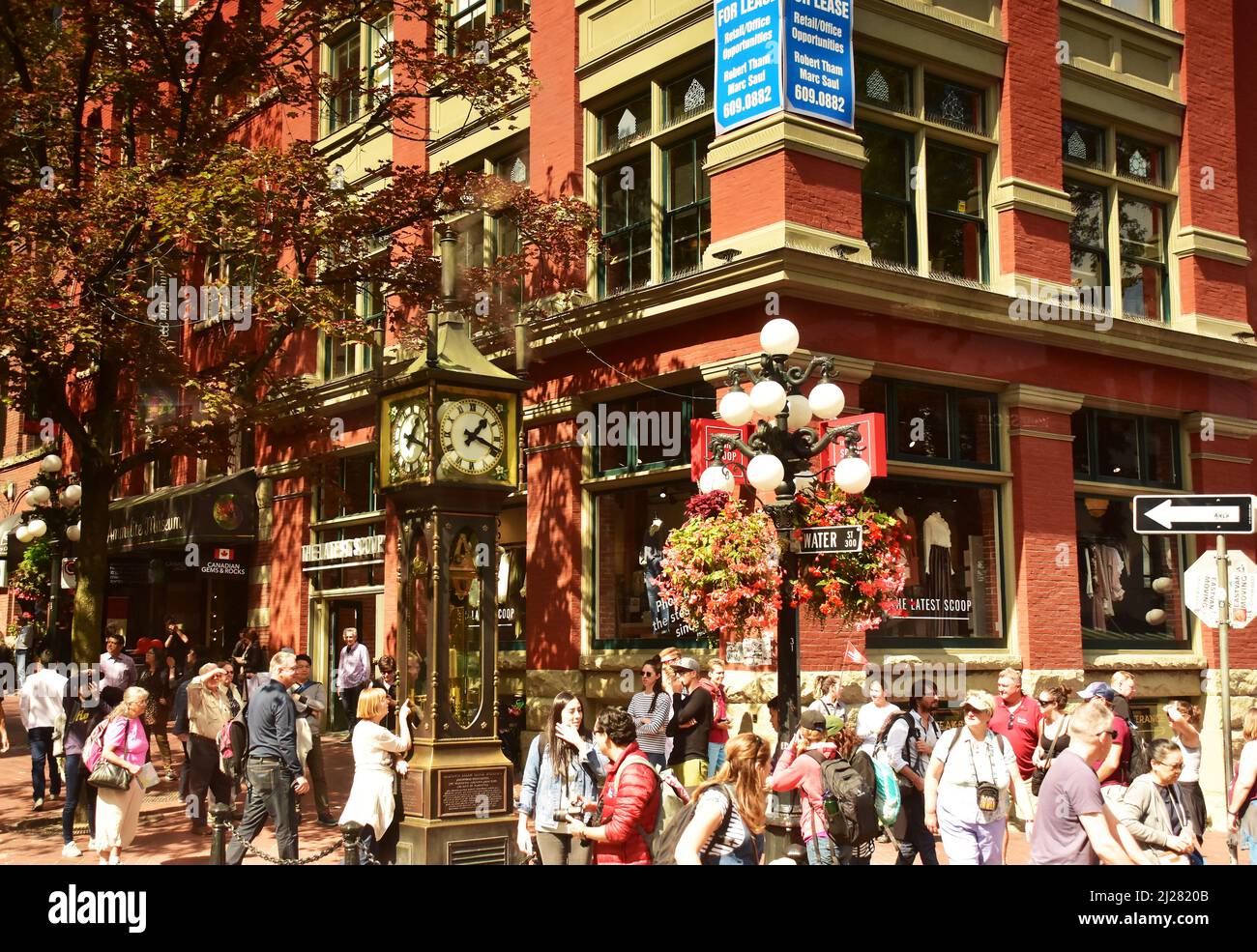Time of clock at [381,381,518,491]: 1:18
